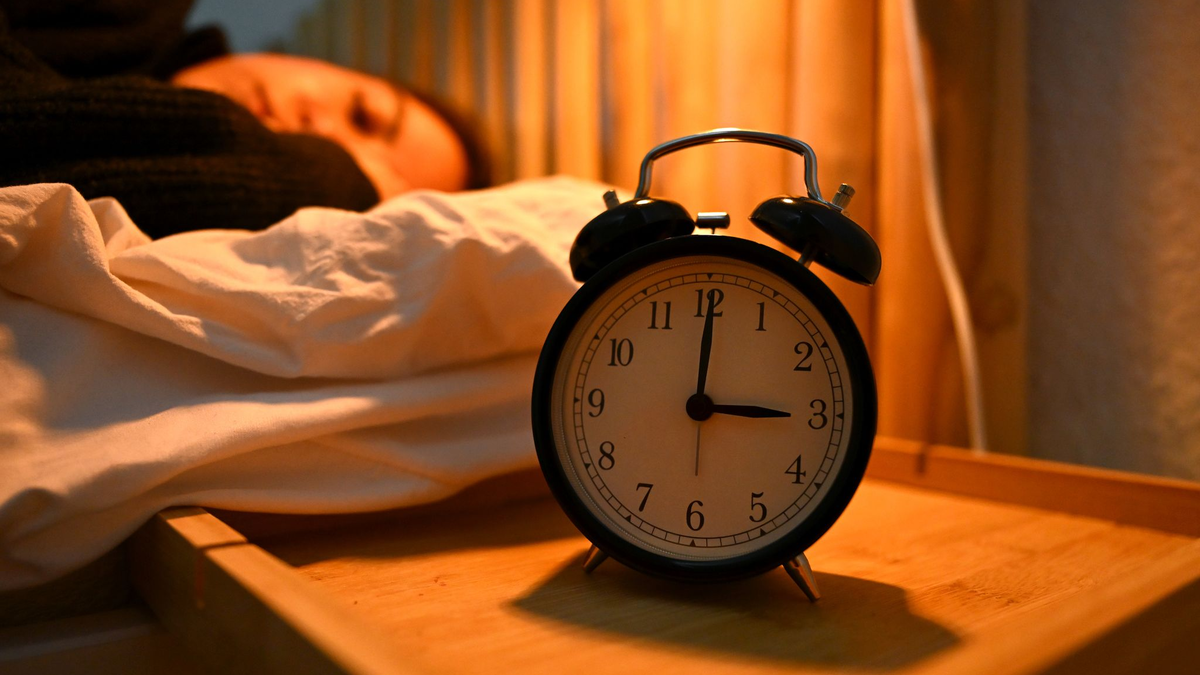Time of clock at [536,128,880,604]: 3:00
